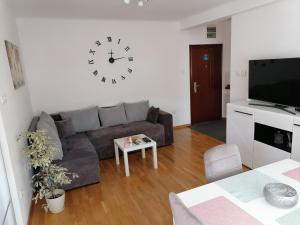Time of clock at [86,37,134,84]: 12:13
